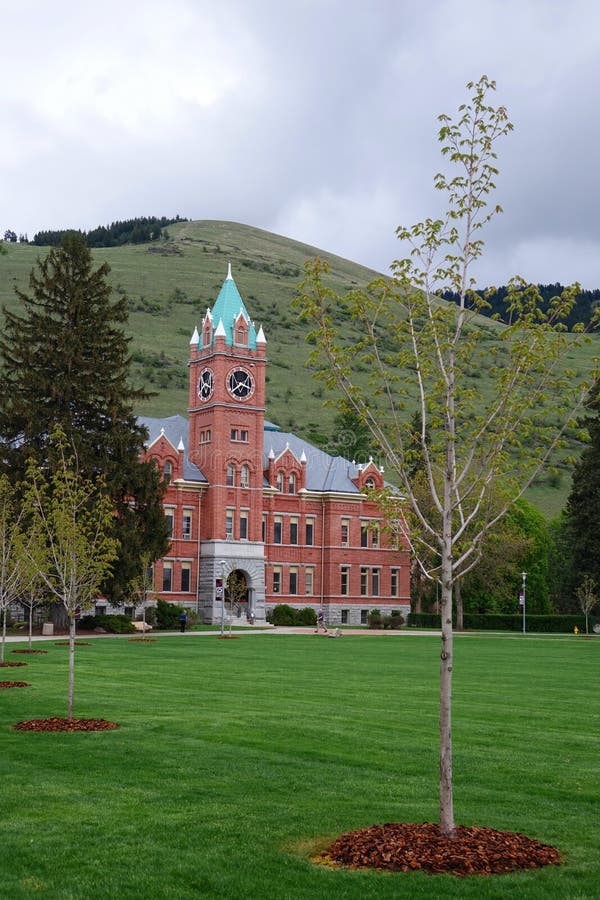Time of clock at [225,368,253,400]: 3:40
